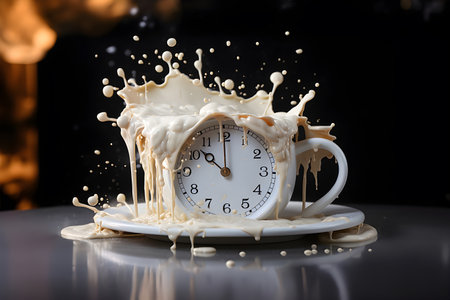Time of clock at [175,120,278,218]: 10:00
